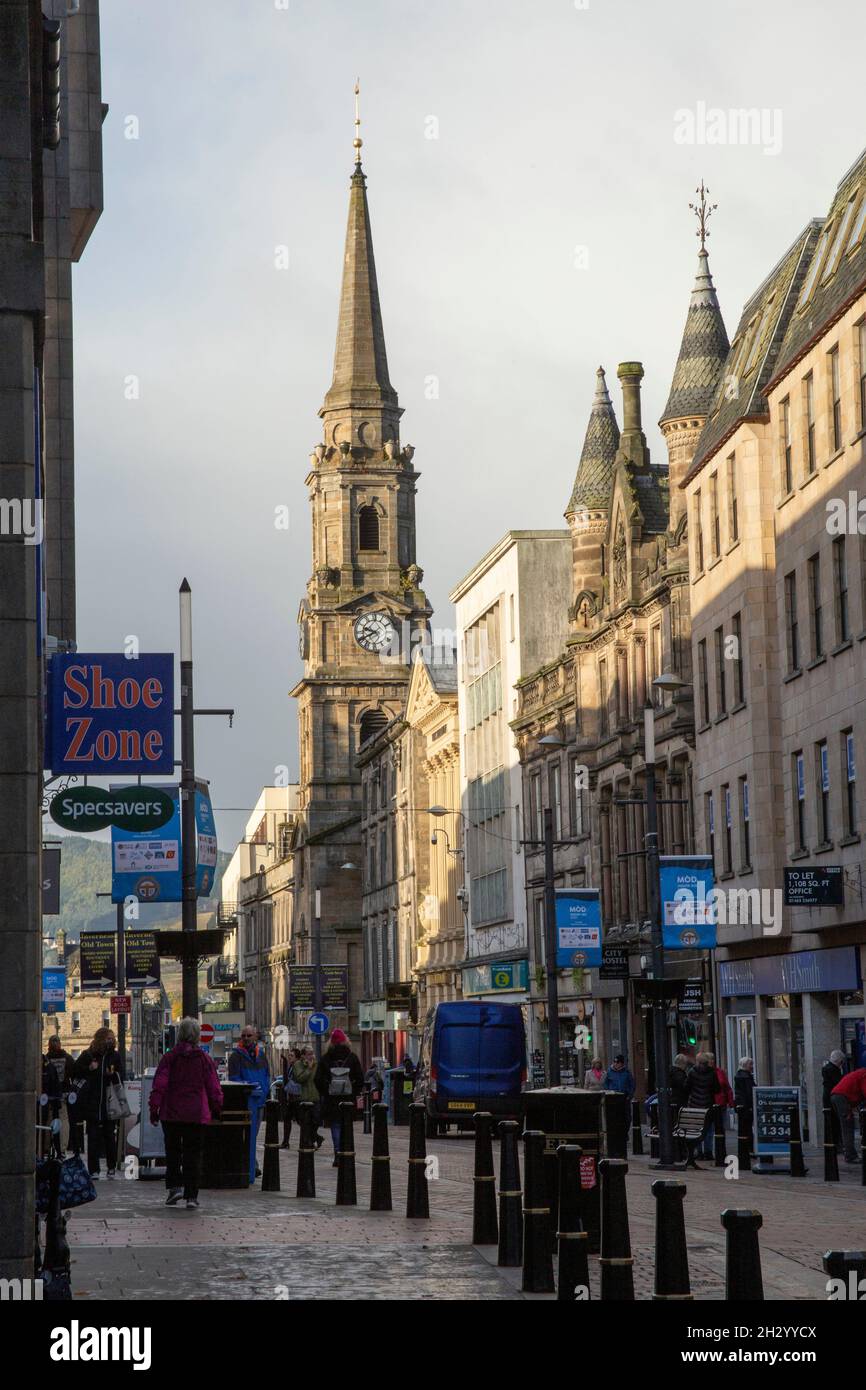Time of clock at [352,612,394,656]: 9:40
